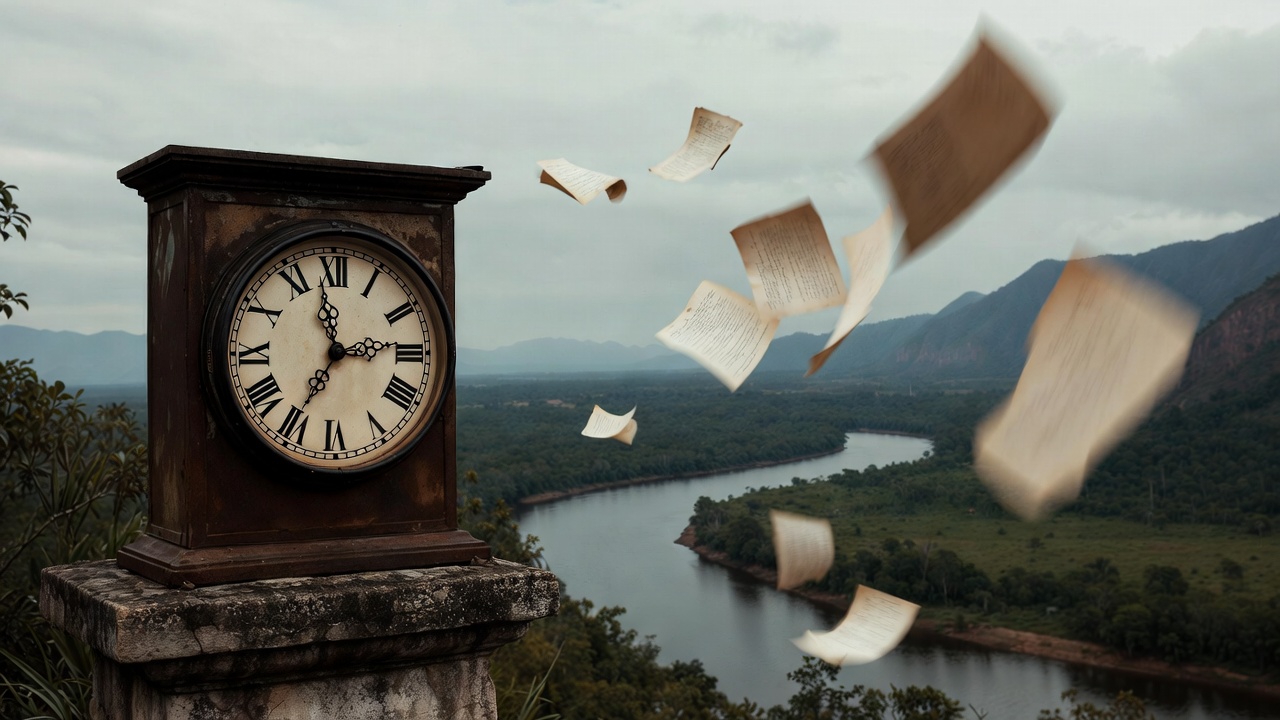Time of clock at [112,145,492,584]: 11:35
